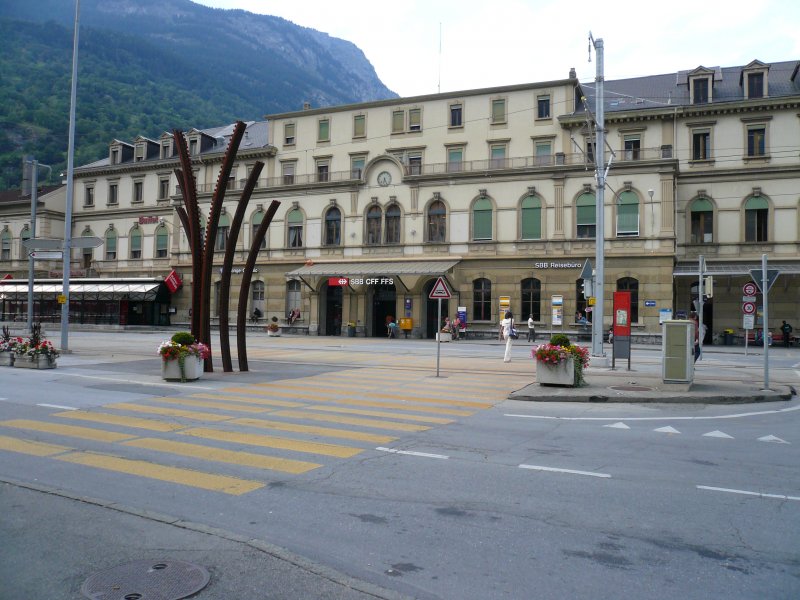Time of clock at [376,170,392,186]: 6:25
